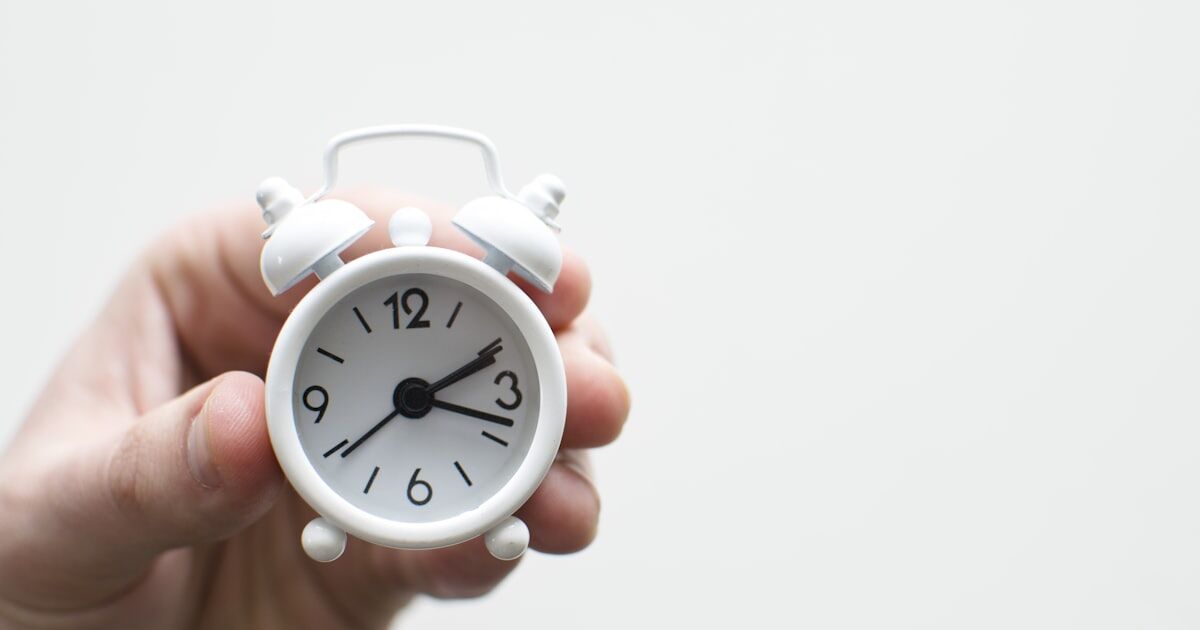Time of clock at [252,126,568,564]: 2:18
